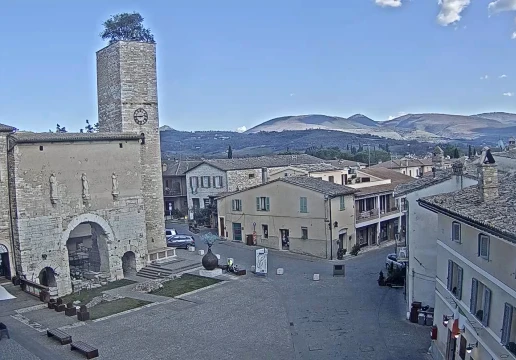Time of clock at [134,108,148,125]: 2:45
